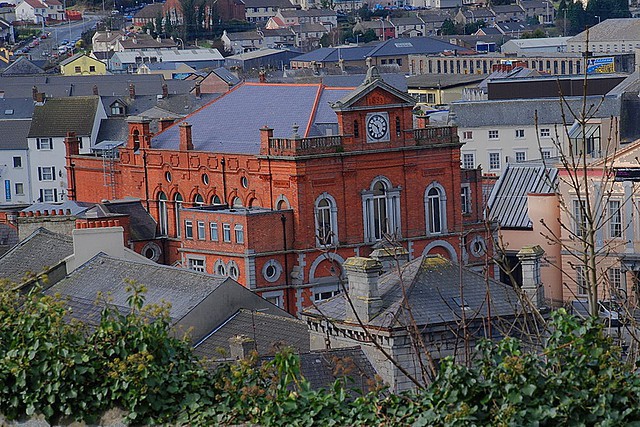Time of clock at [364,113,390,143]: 5:51
